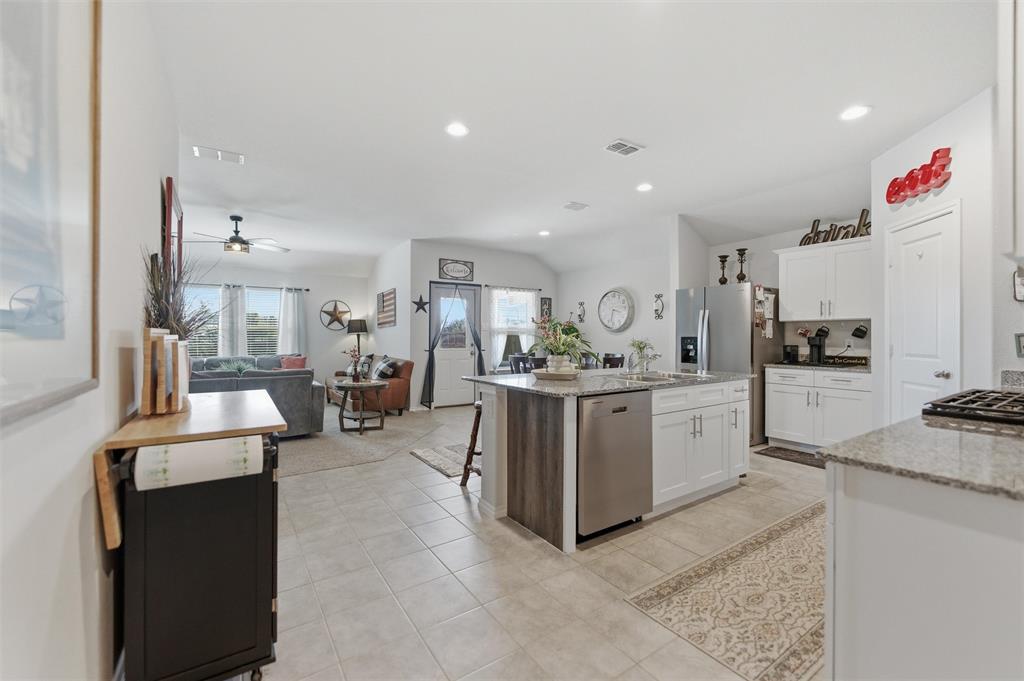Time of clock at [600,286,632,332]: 3:32
